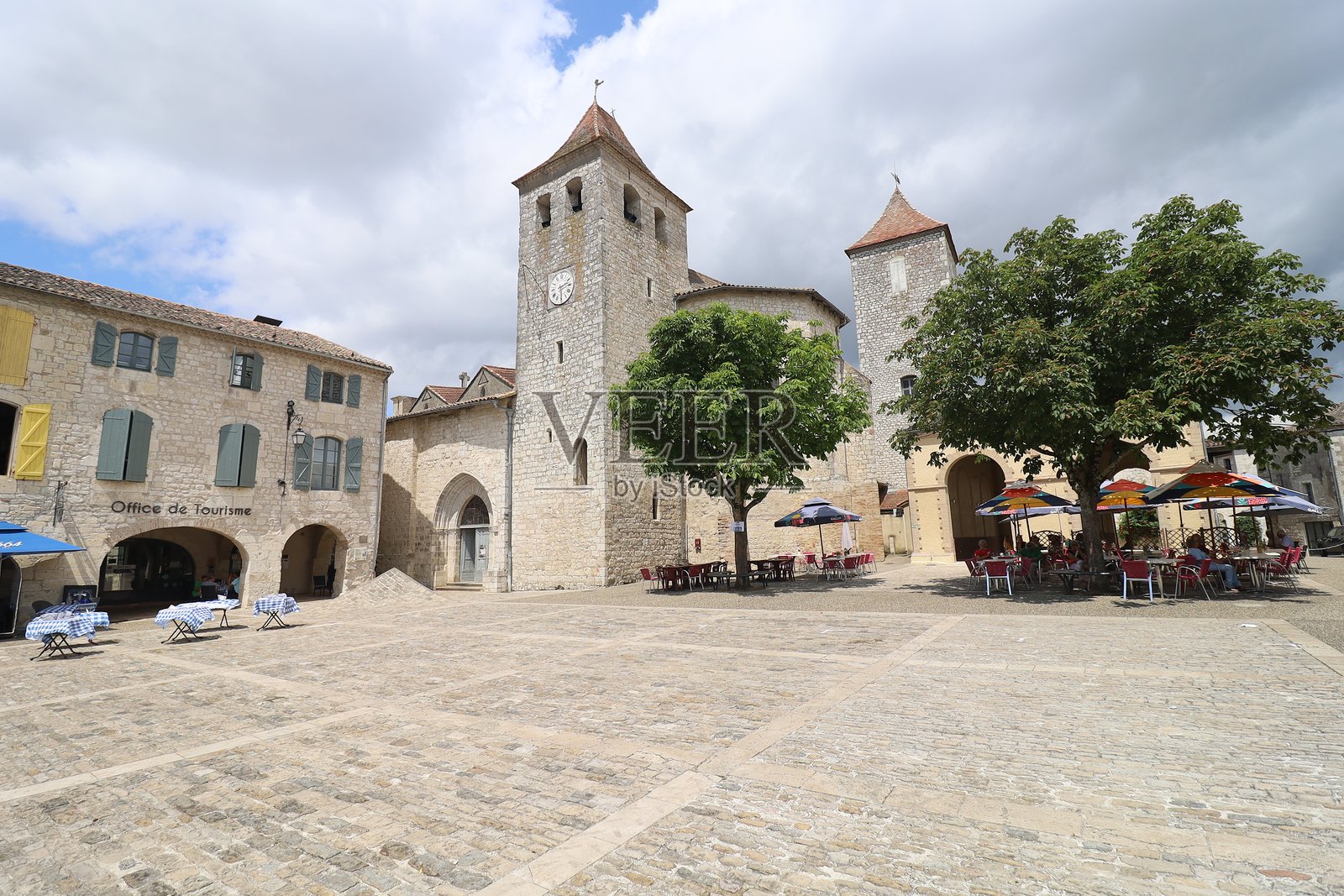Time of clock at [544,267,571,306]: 2:29
